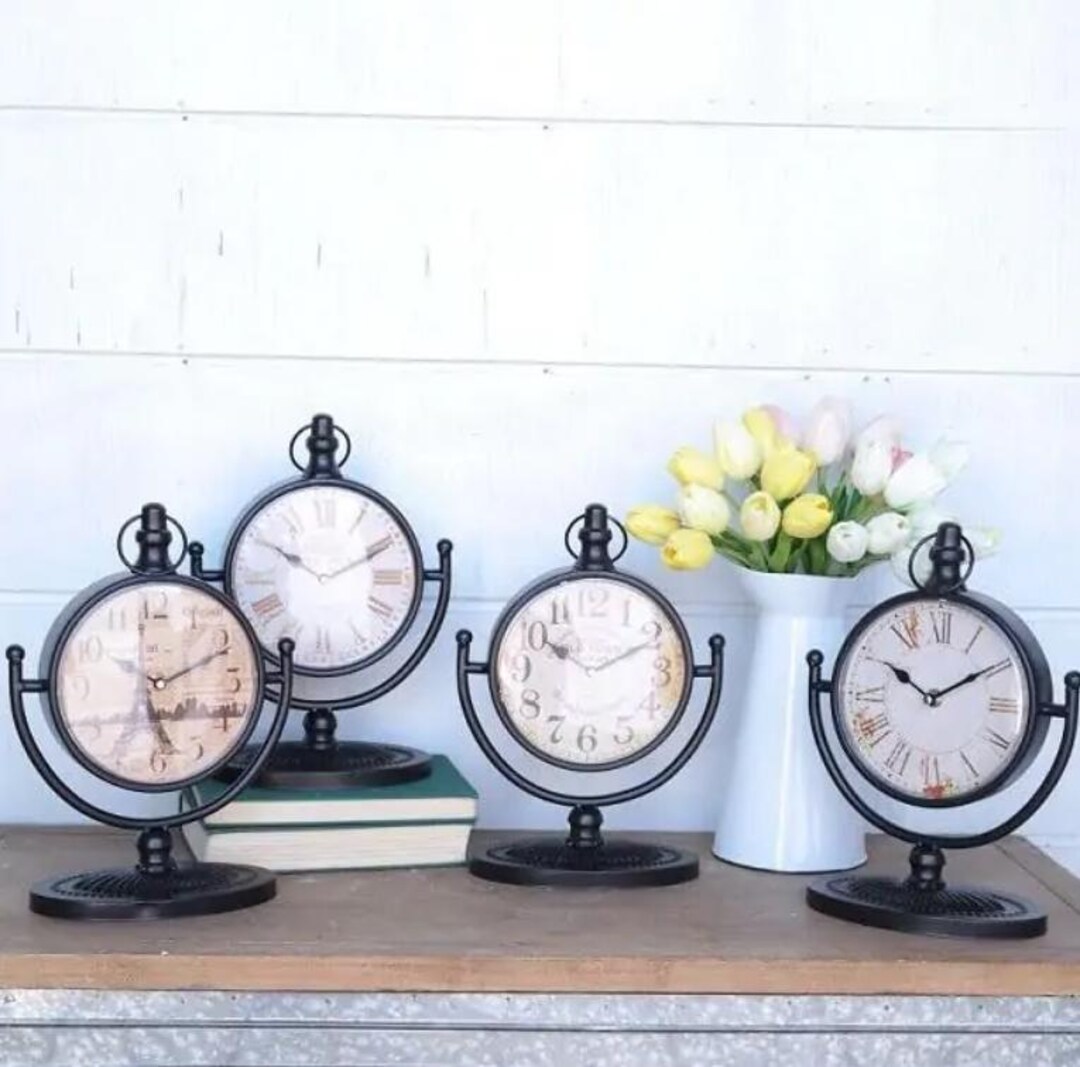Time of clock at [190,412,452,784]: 10:10
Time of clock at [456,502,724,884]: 10:11
